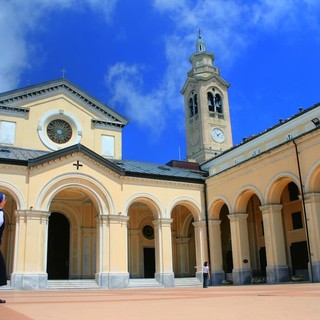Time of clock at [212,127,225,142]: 1:52
